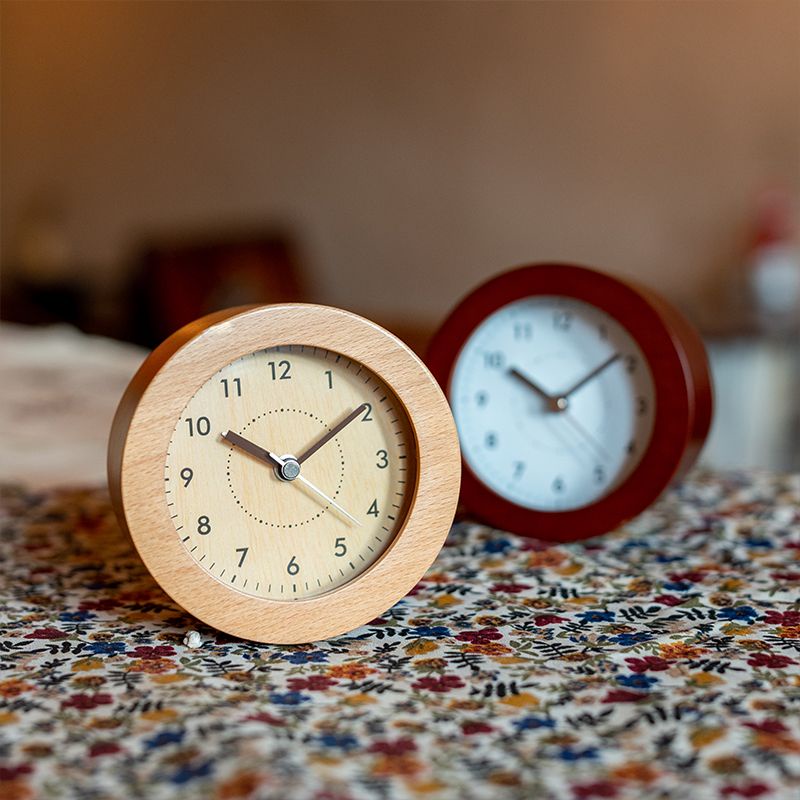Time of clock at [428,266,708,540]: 10:08
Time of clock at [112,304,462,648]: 10:09
